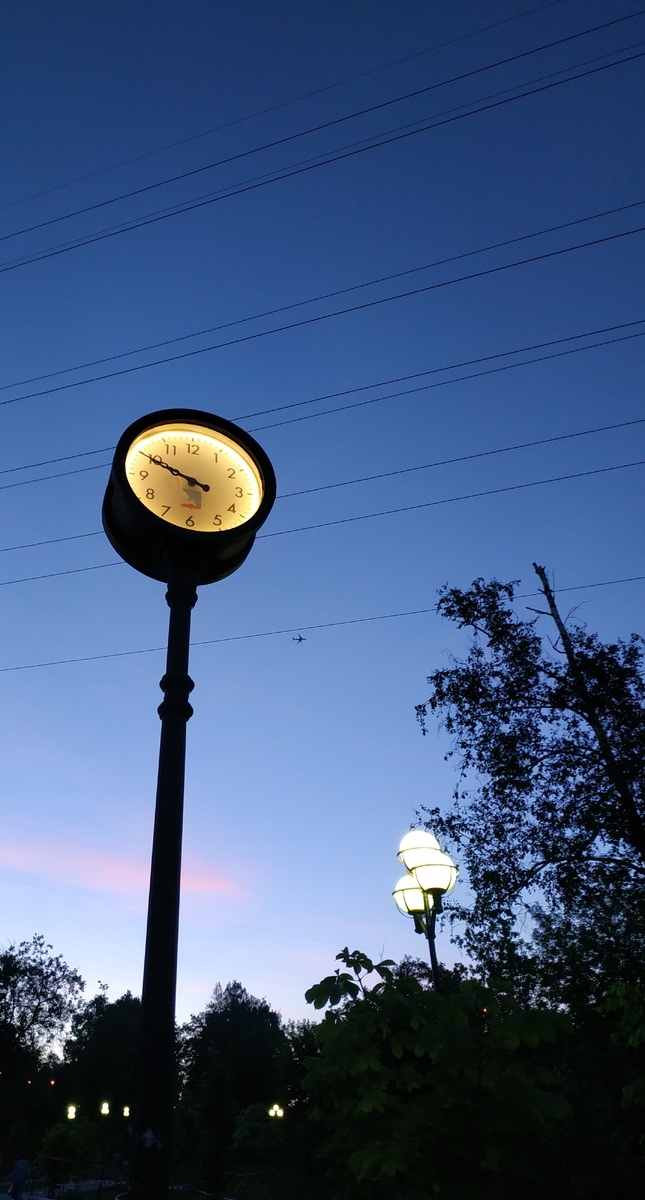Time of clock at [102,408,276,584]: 9:49
